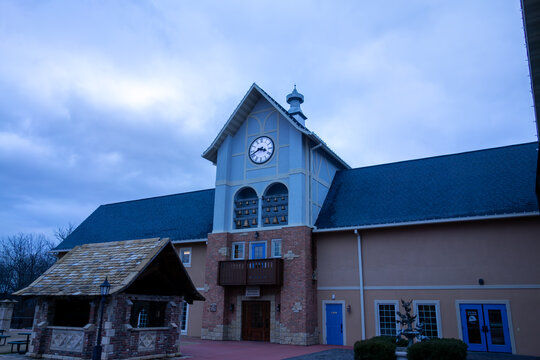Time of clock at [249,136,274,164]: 3:41
